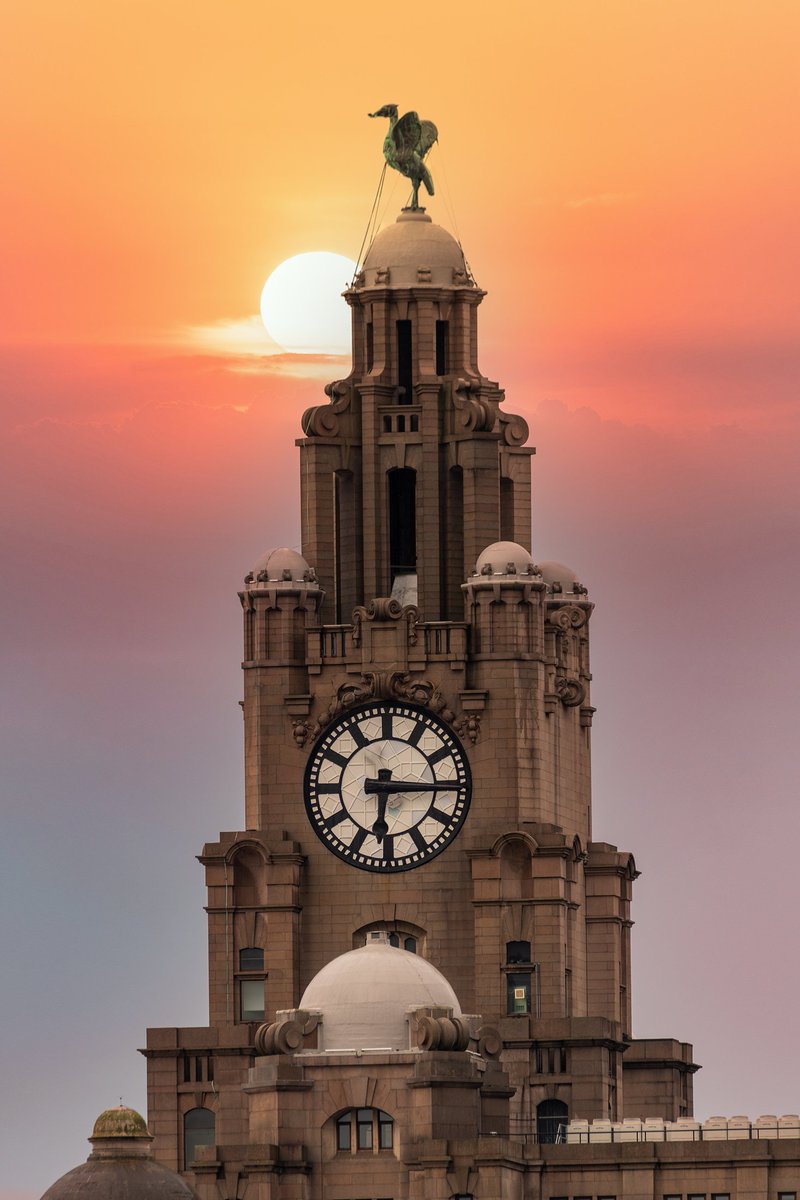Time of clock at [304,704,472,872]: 6:15
